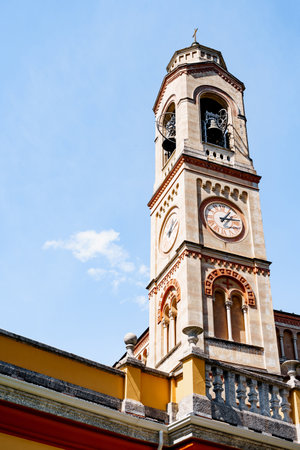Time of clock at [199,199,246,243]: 1:13
